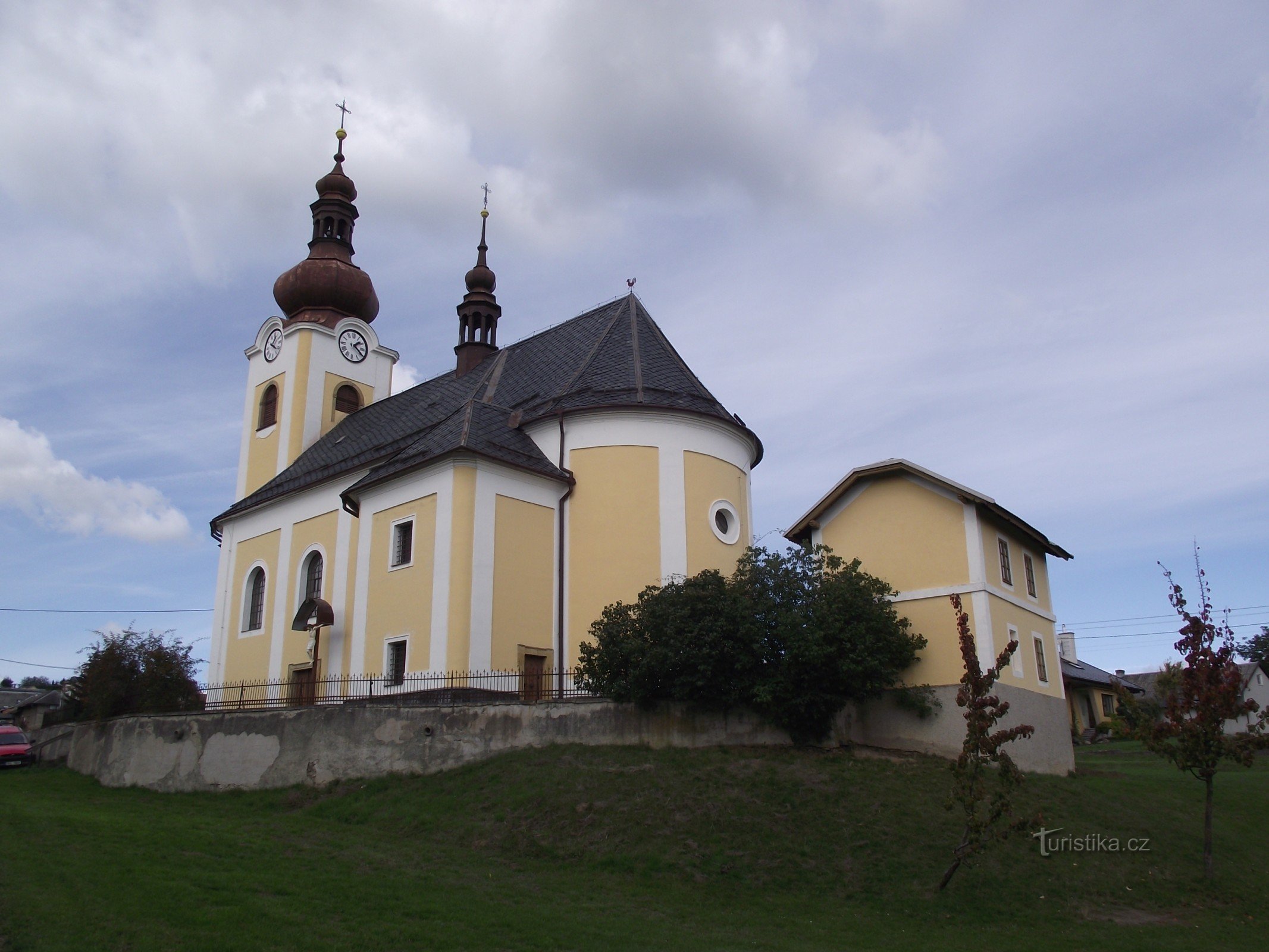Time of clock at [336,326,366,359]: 1:20
